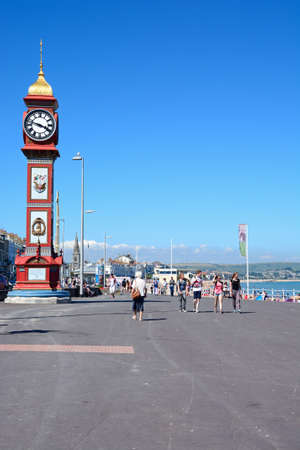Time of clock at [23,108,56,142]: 3:47
